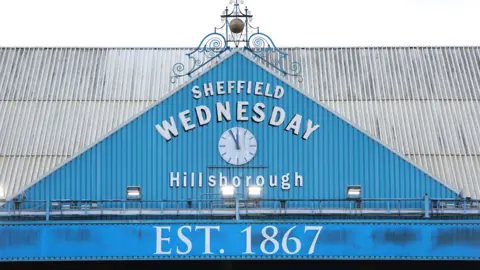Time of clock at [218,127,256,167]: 11:55
